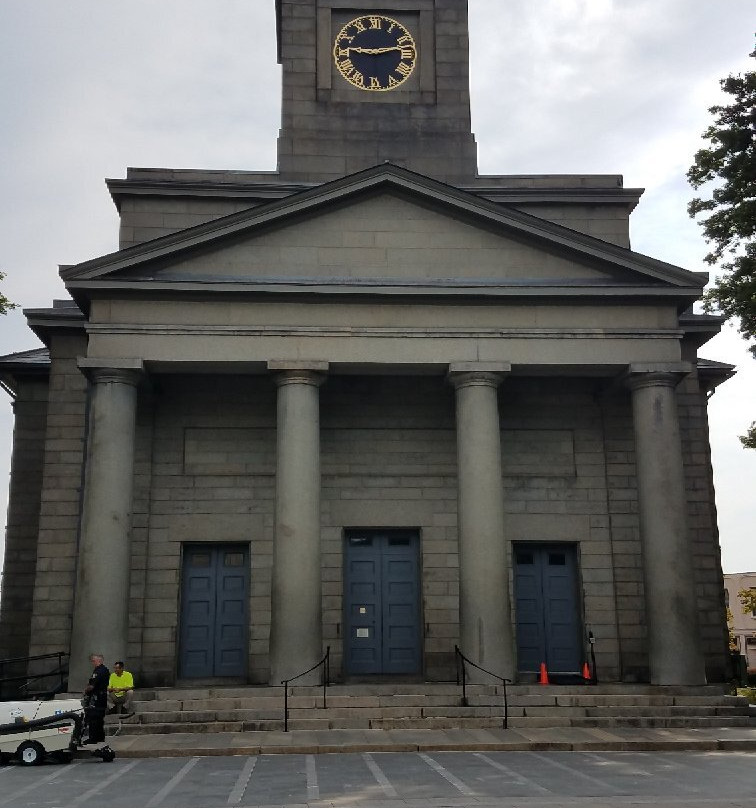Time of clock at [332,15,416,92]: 9:12
